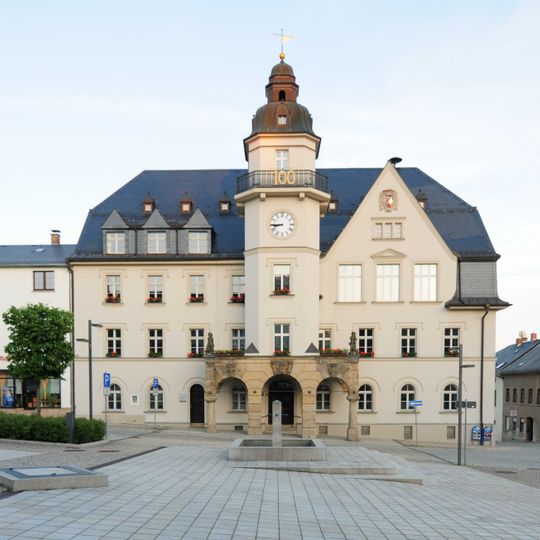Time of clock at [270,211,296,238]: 8:45
